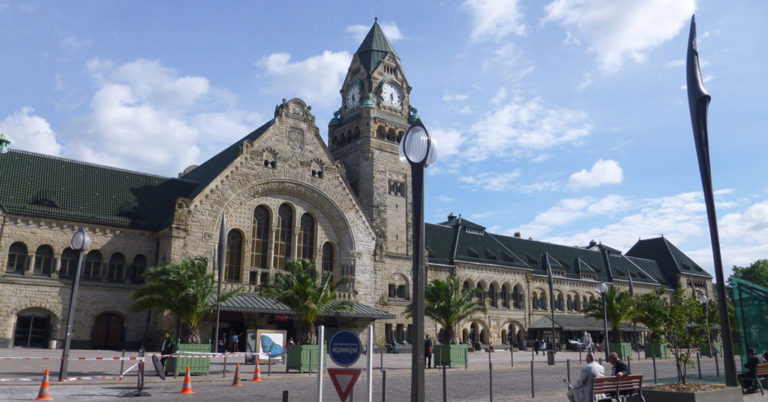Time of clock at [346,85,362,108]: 5:32
